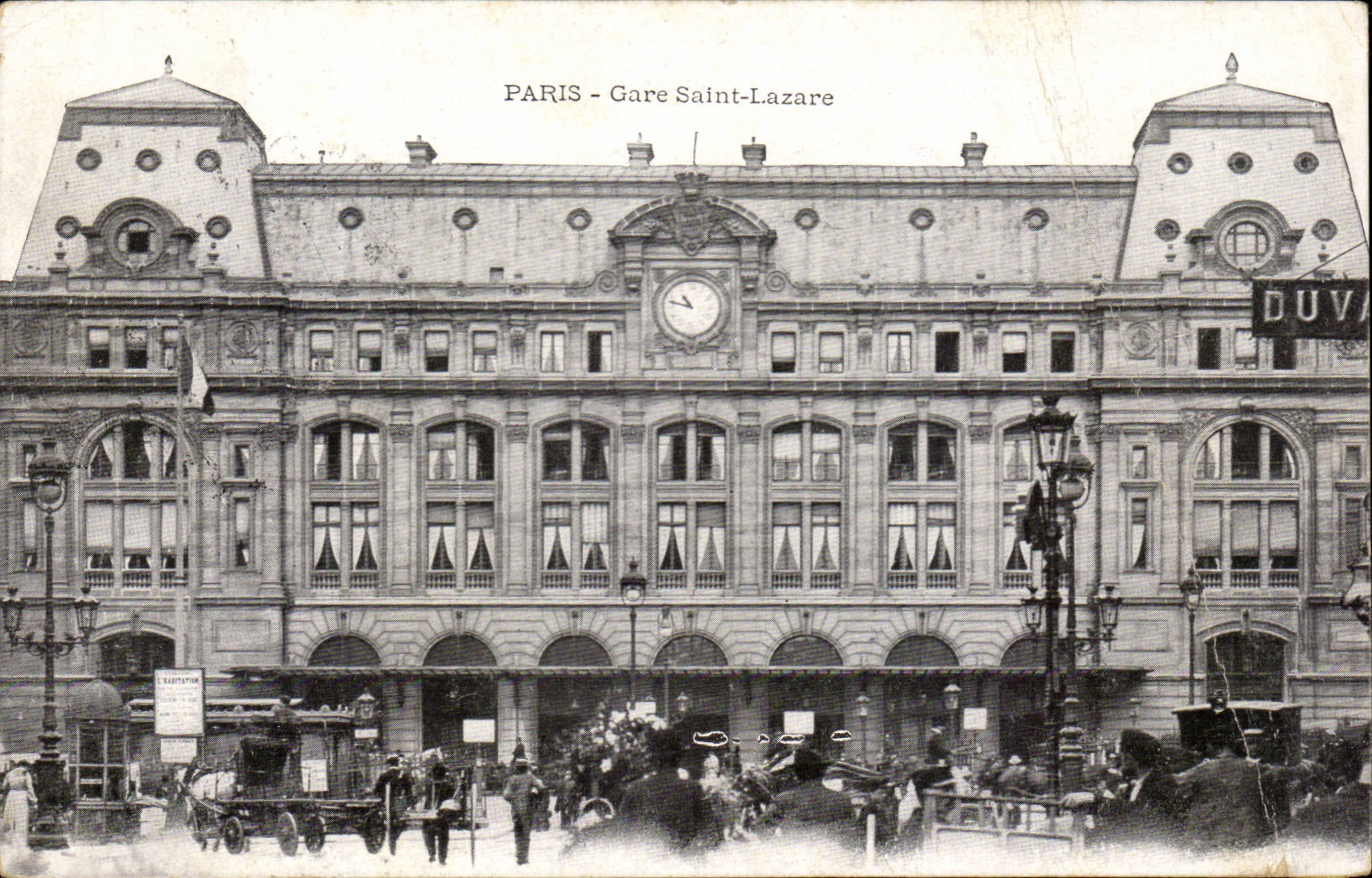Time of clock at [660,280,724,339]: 10:47
